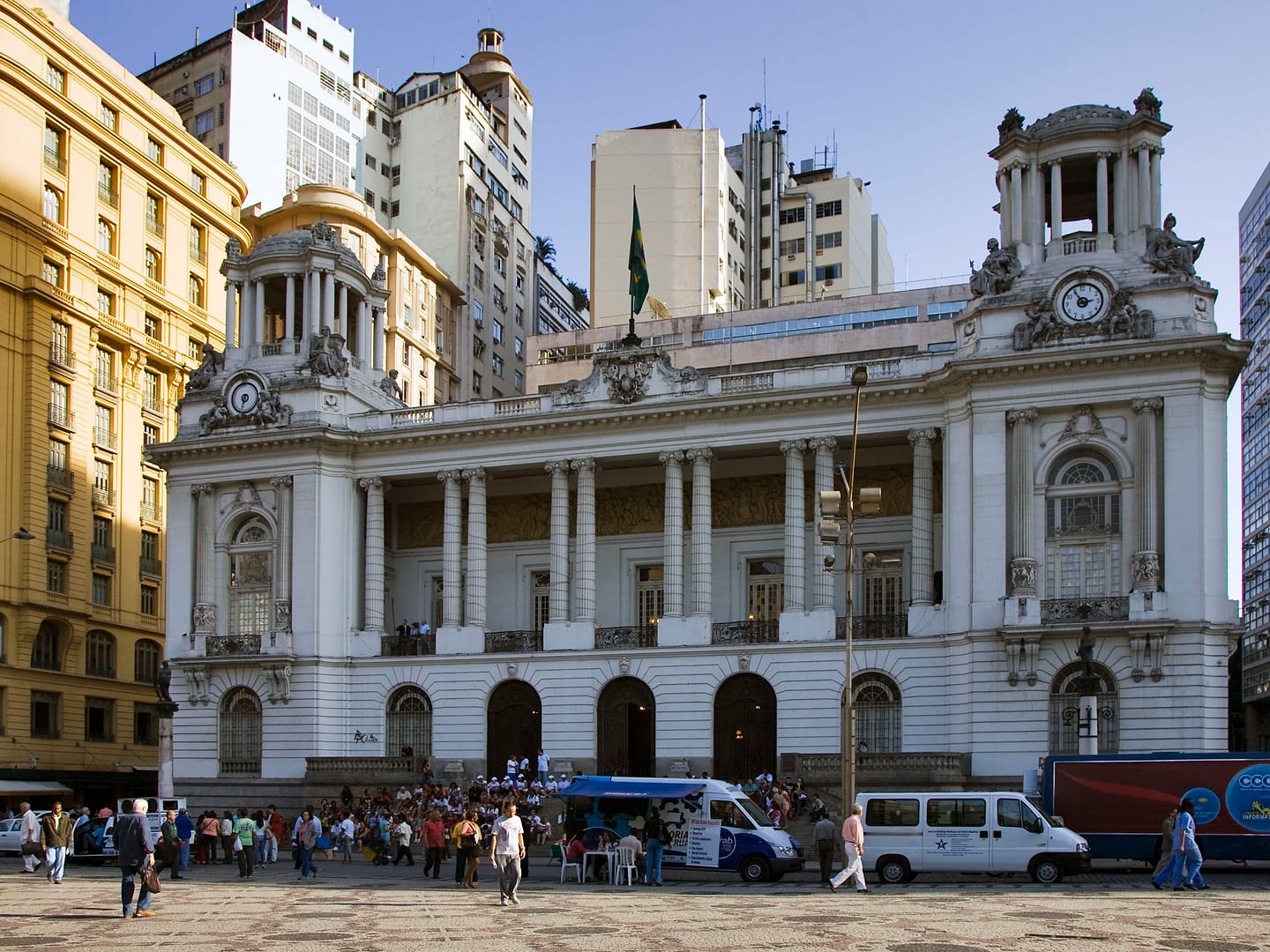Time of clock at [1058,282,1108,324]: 2:54
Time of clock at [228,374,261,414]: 6:32
